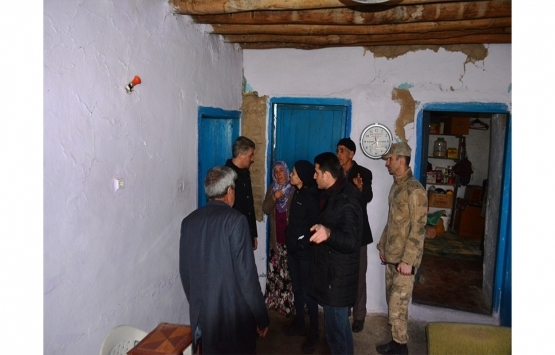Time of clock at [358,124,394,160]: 7:44
